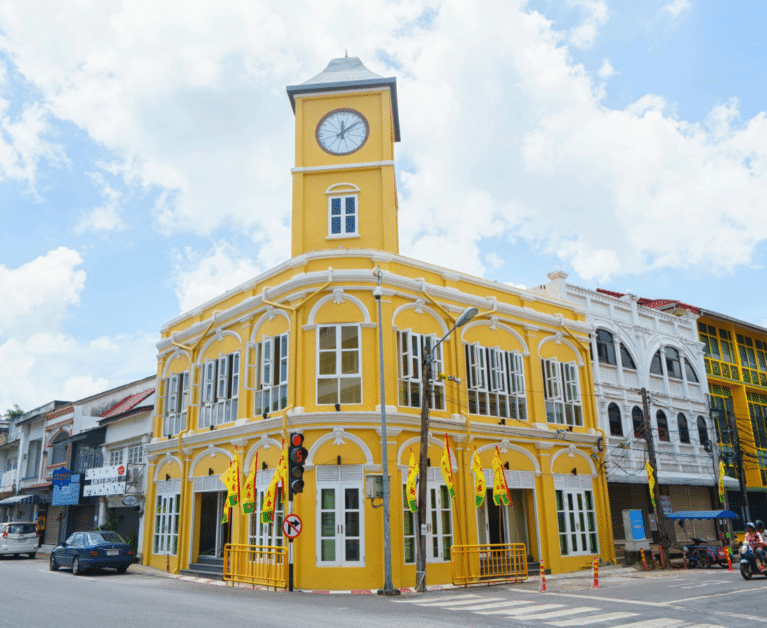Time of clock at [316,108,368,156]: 12:09
